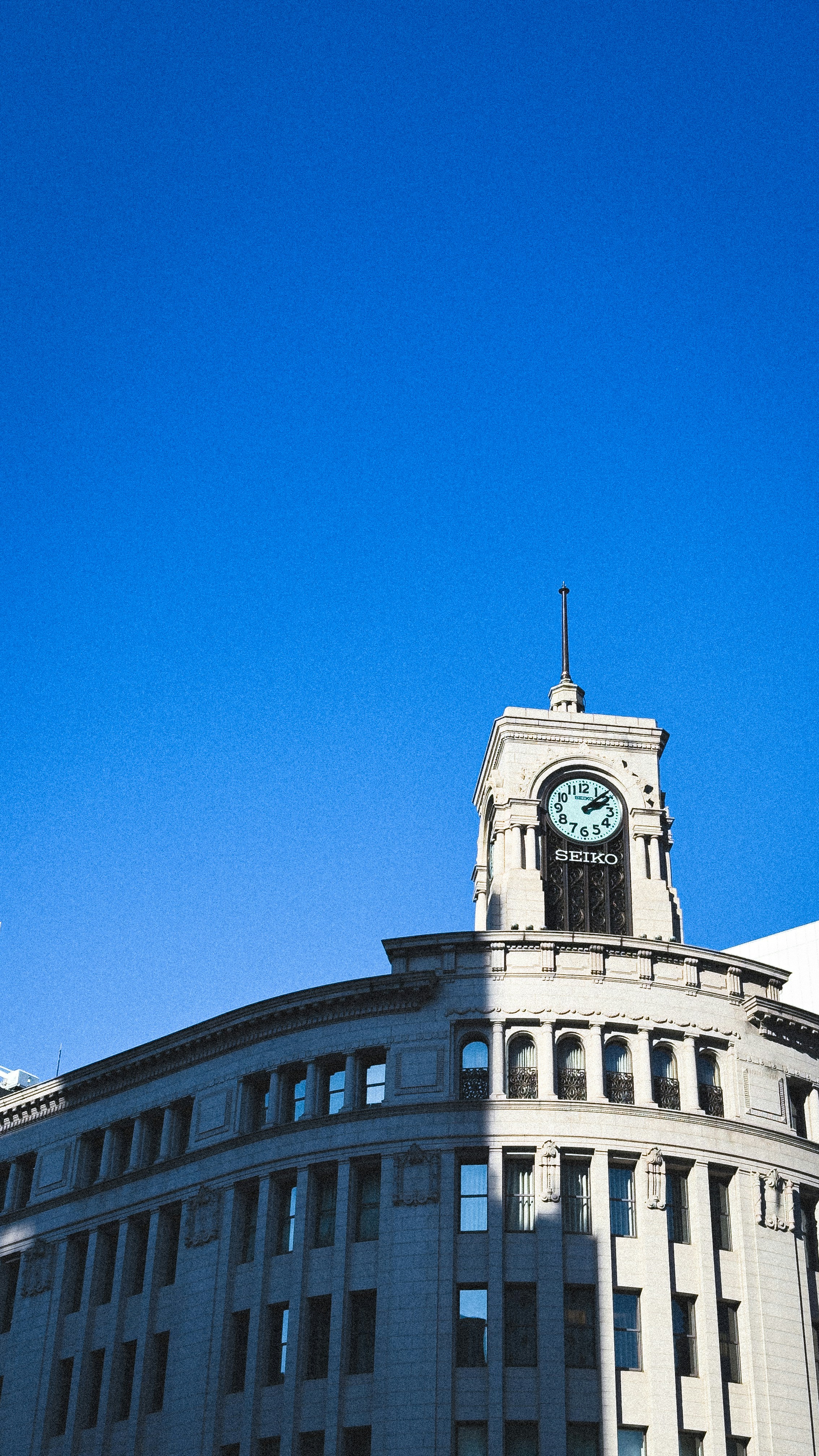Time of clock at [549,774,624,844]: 2:07
